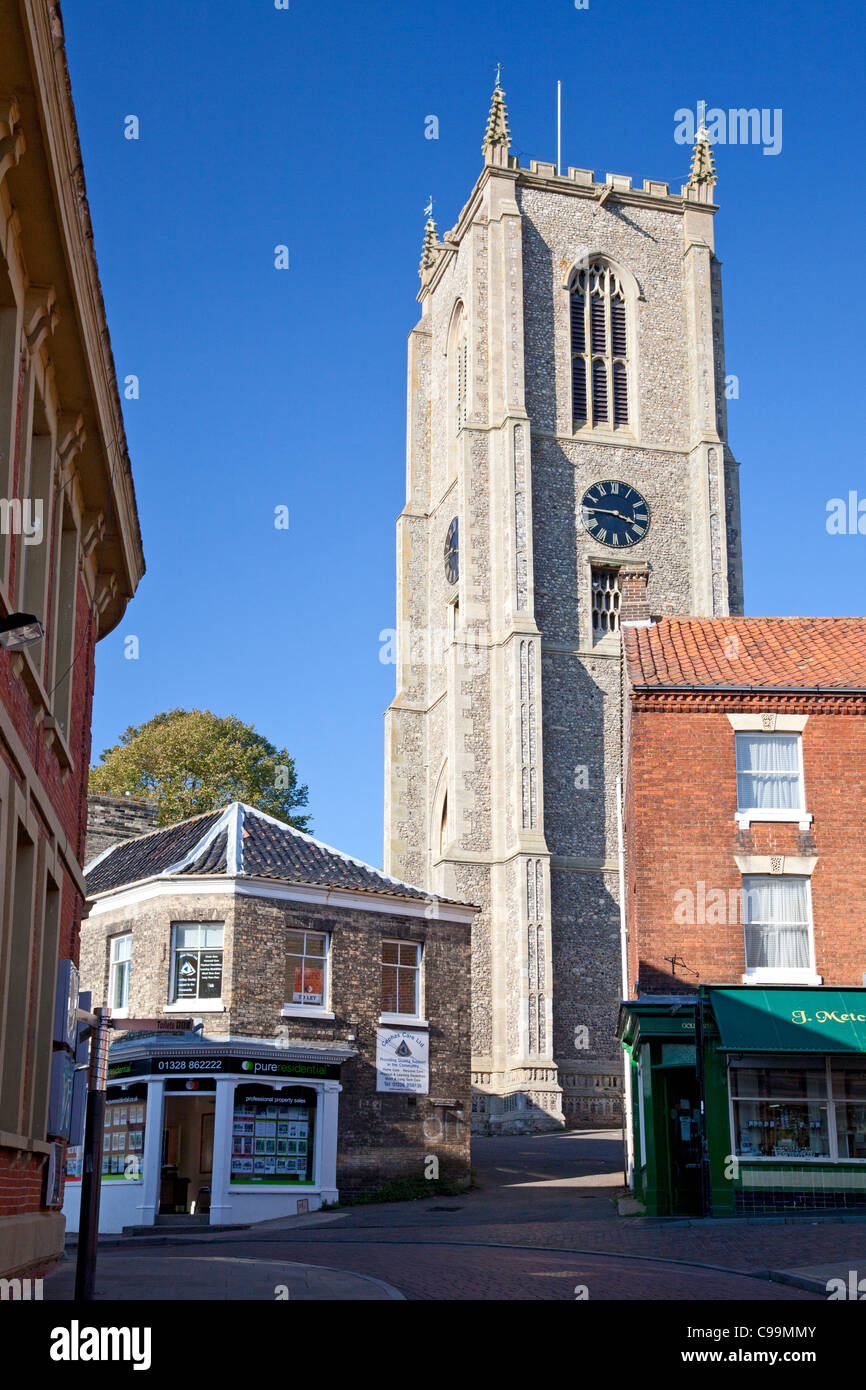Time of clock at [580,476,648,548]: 3:45
